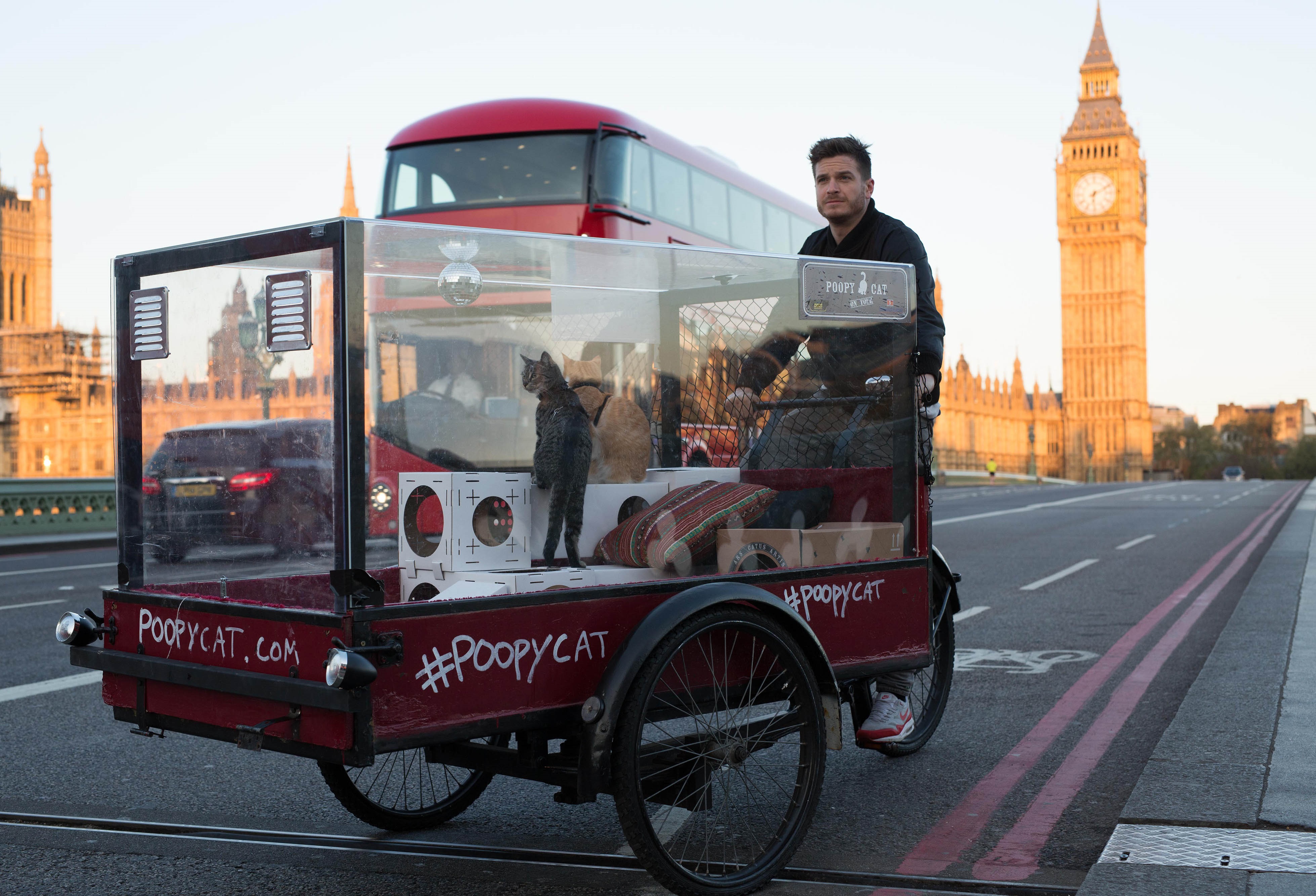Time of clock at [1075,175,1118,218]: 6:10
